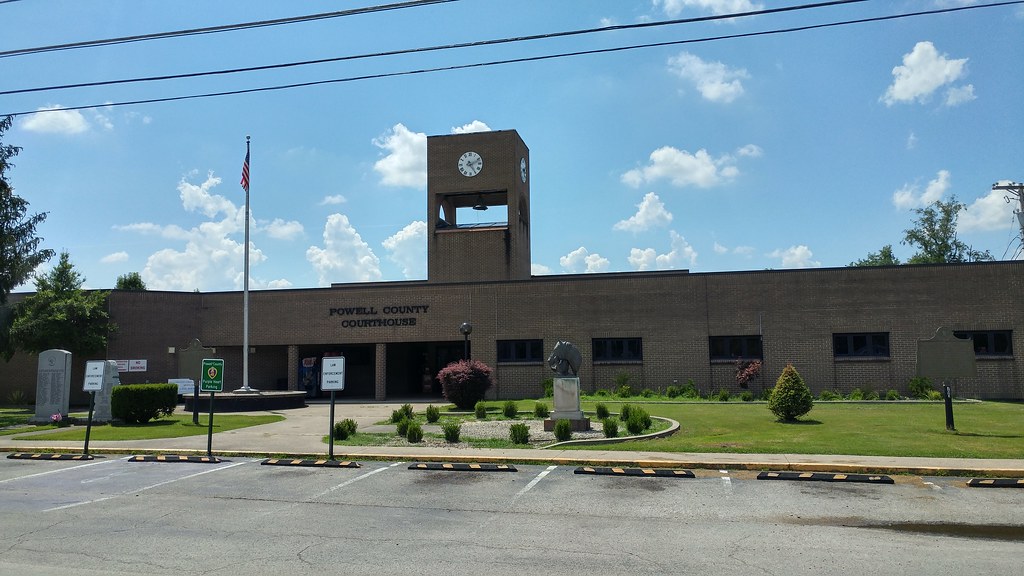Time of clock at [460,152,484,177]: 2:24
